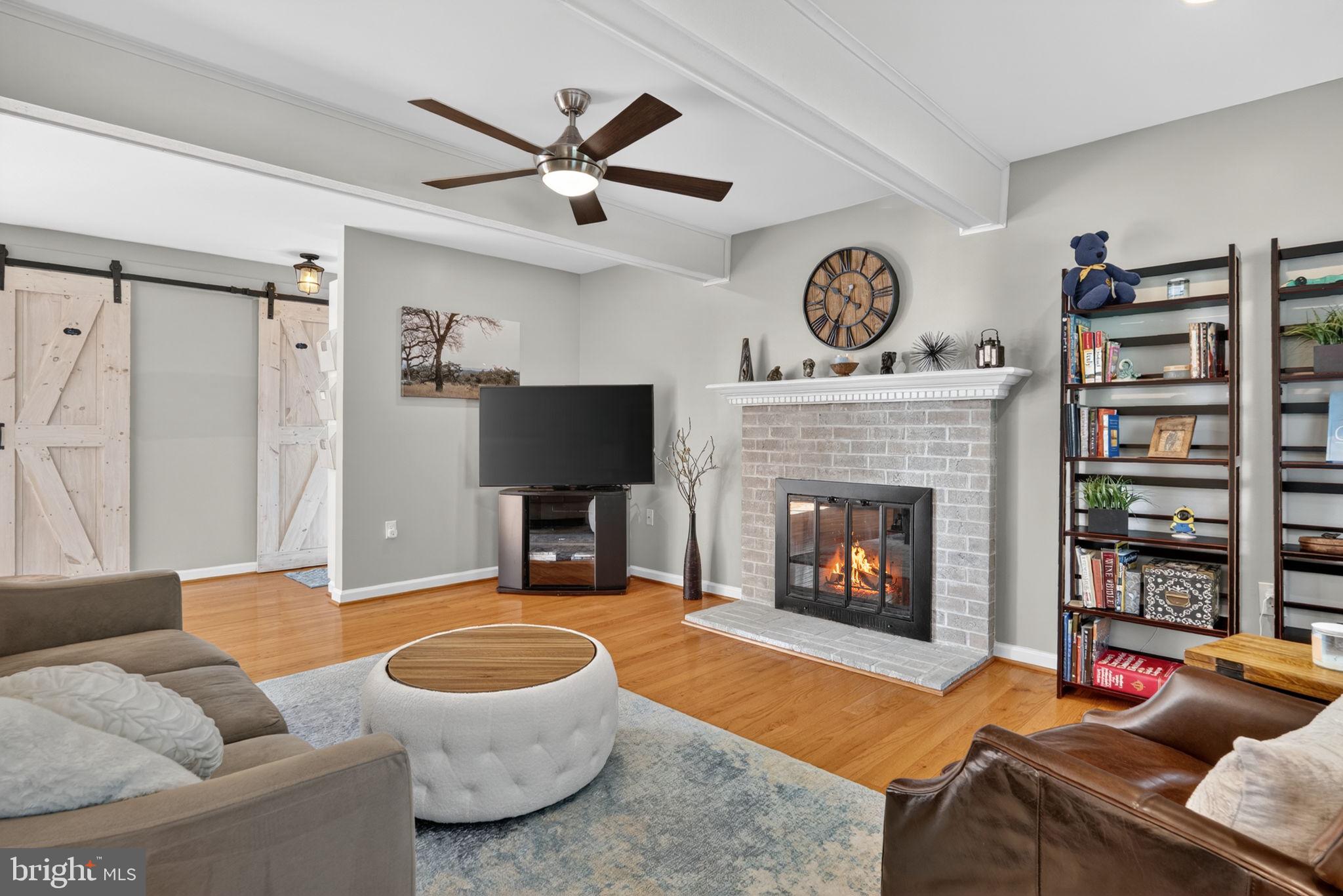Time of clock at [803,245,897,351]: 4:35
